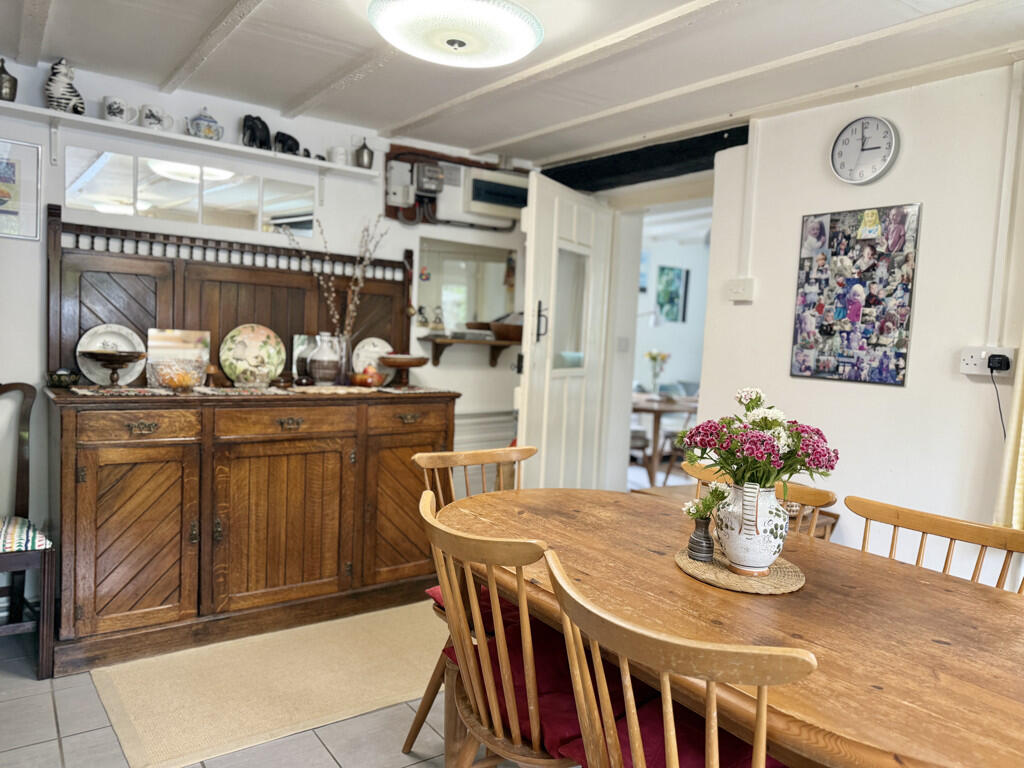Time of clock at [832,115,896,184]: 2:59
